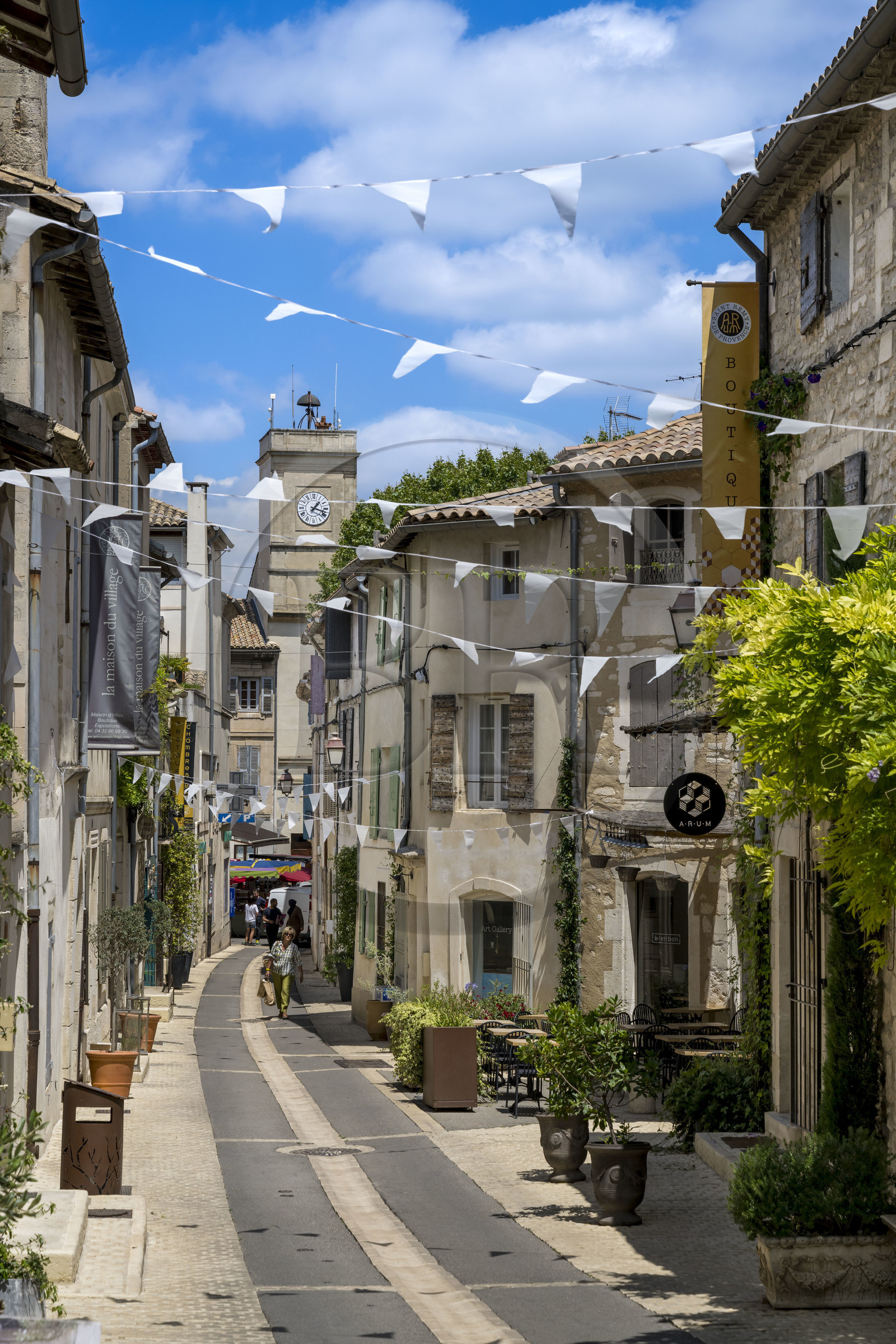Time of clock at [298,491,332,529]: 1:18
